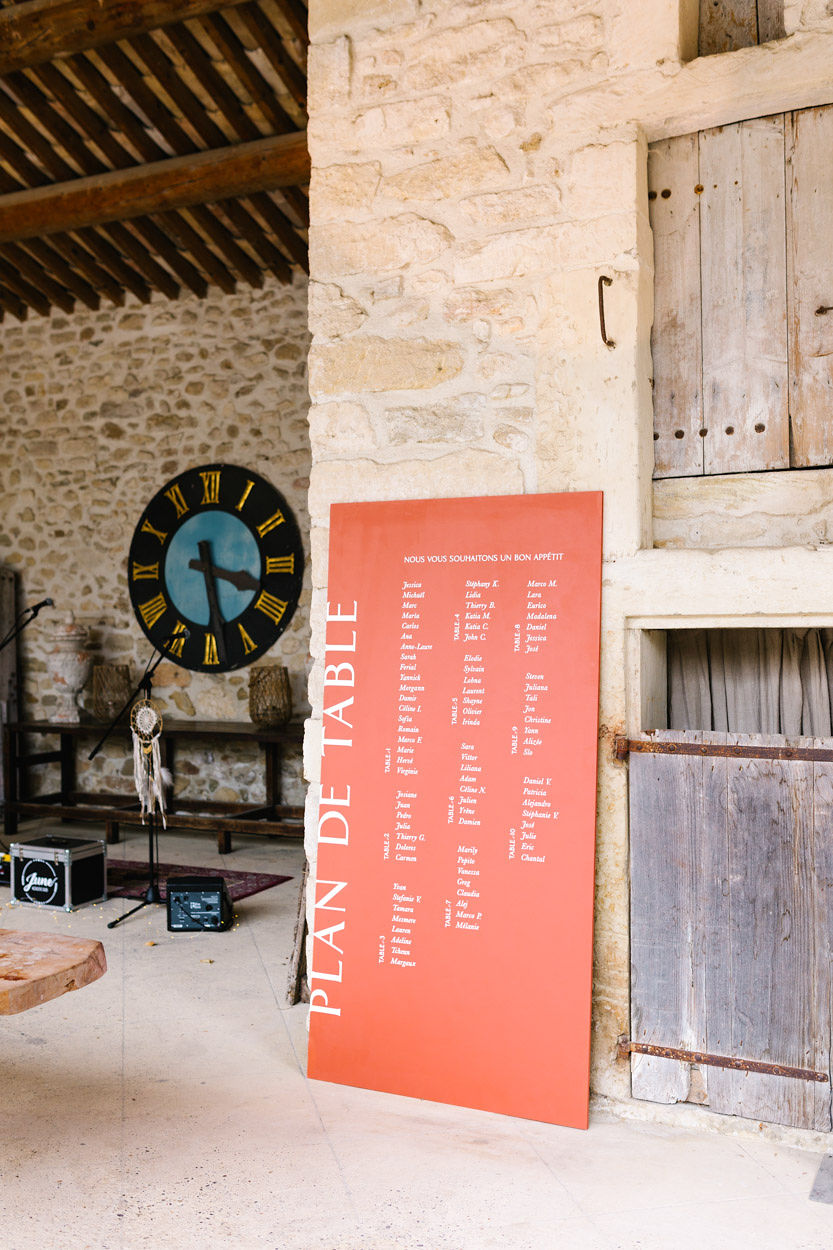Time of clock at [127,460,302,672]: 3:28
